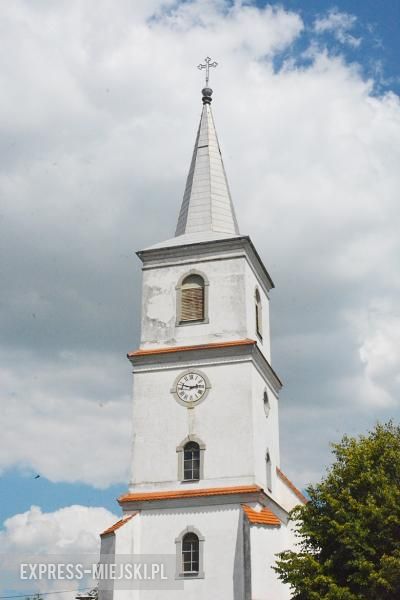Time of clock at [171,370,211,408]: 2:47
